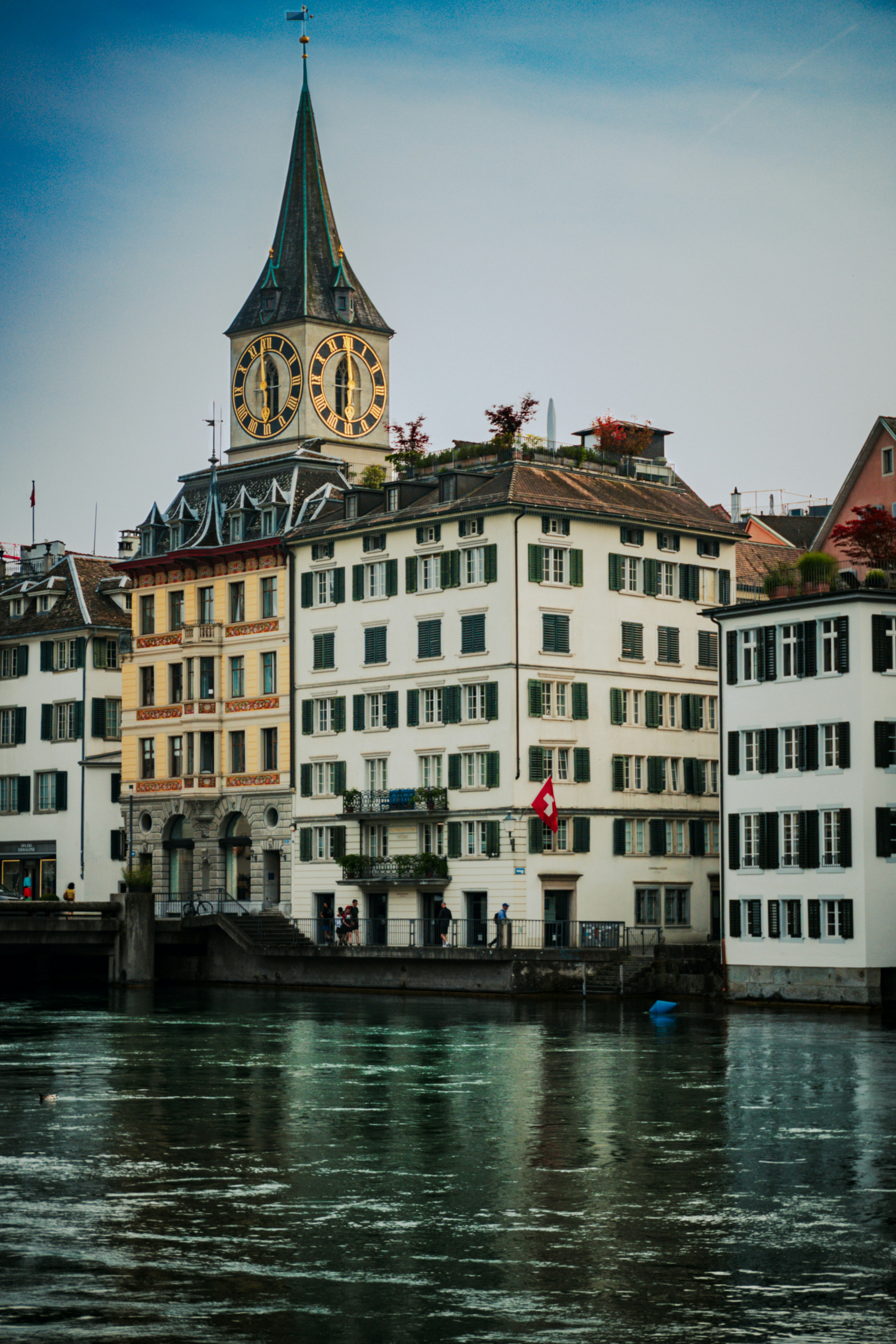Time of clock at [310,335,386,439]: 5:59
